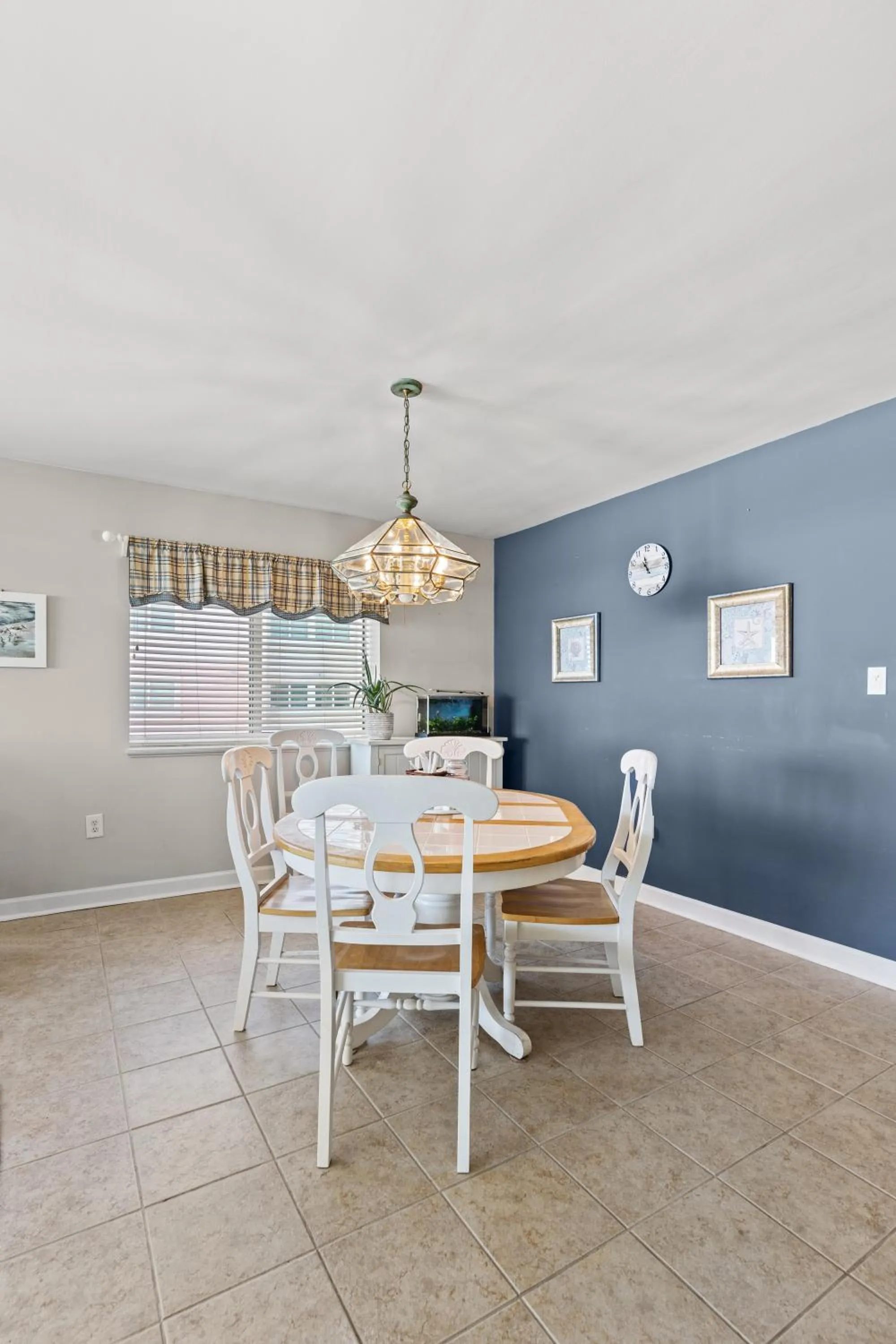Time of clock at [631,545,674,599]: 10:57
